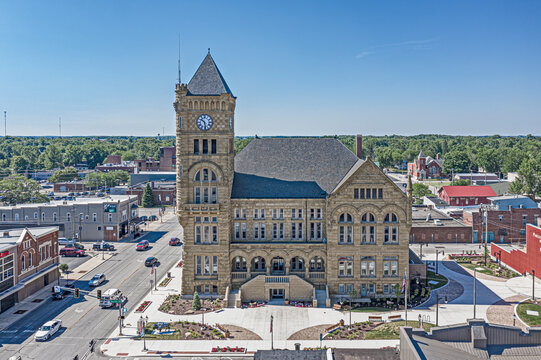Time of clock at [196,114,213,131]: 10:28
